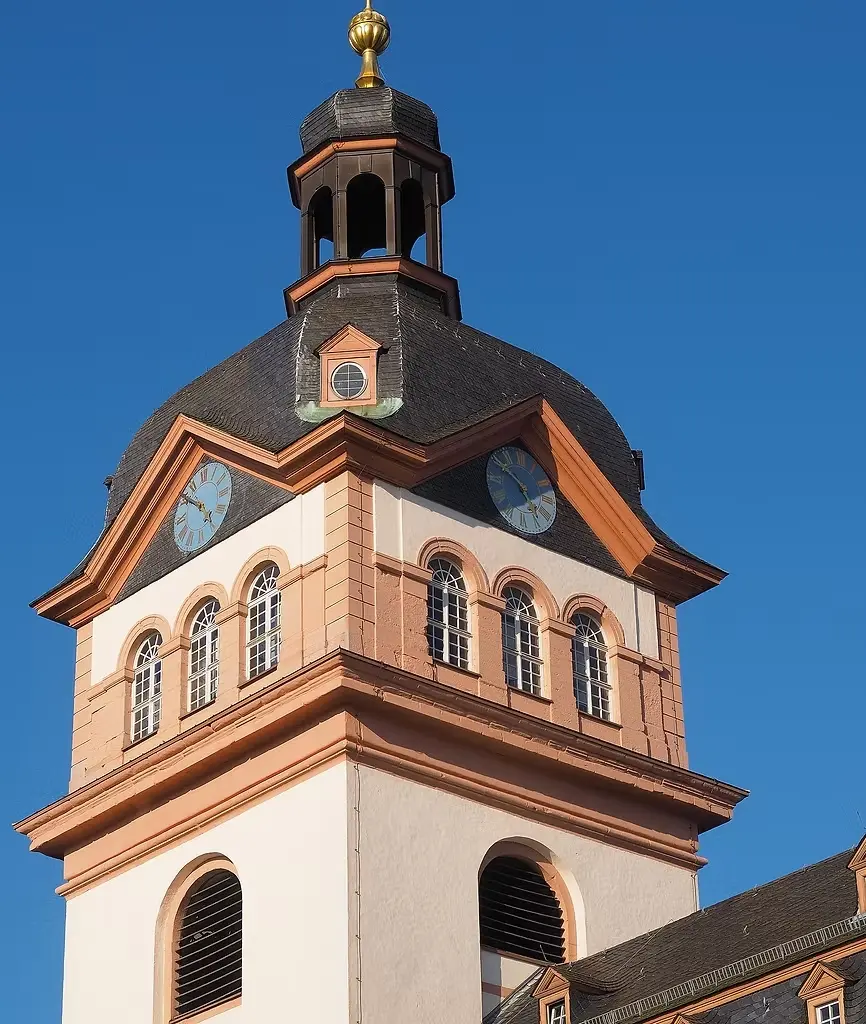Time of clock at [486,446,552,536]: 4:50
